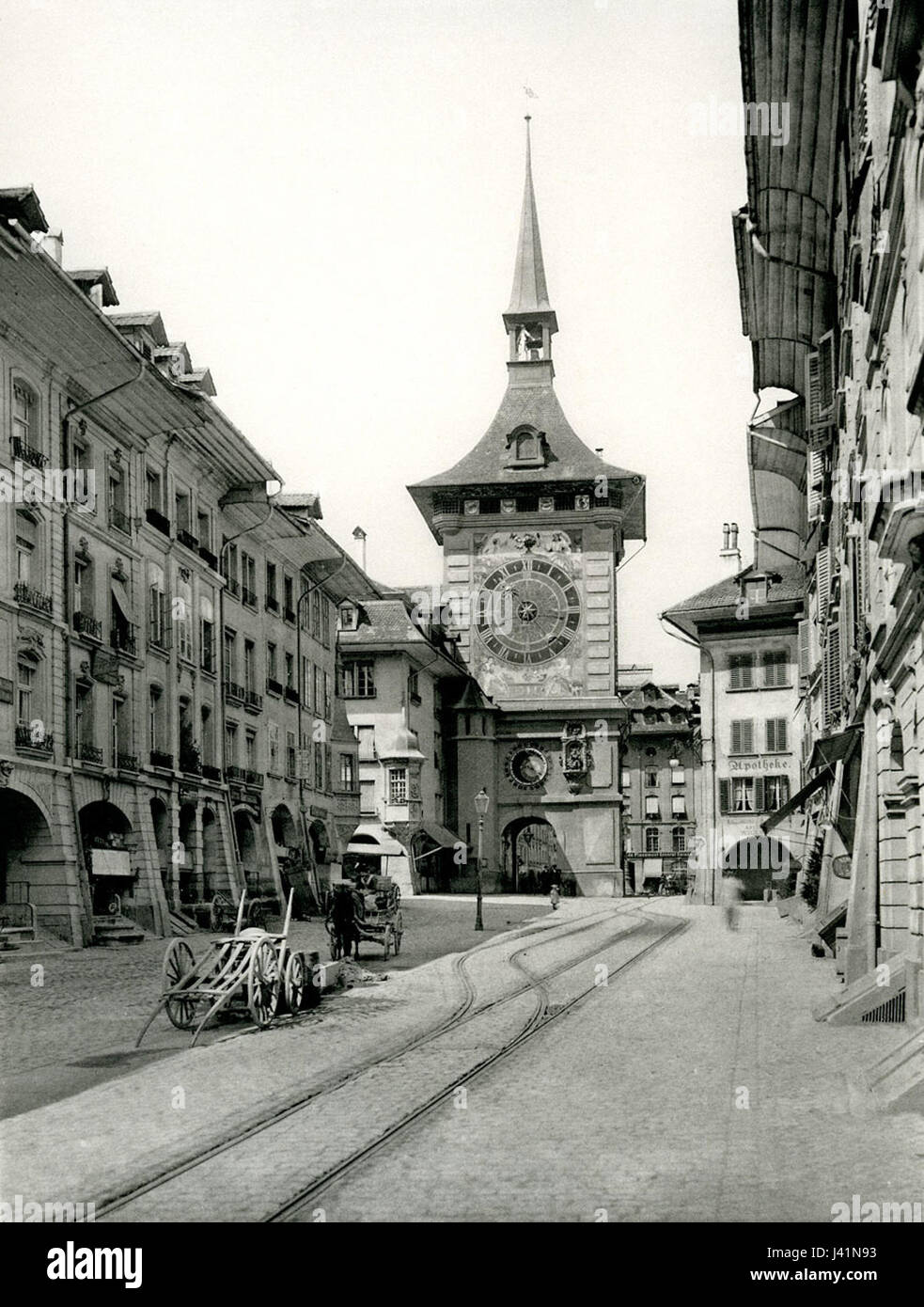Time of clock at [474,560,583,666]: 7:16
